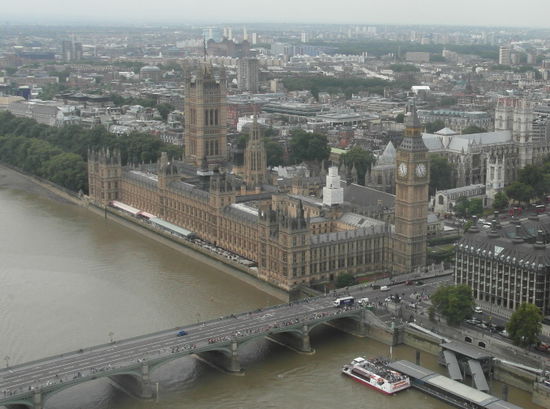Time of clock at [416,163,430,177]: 11:25
